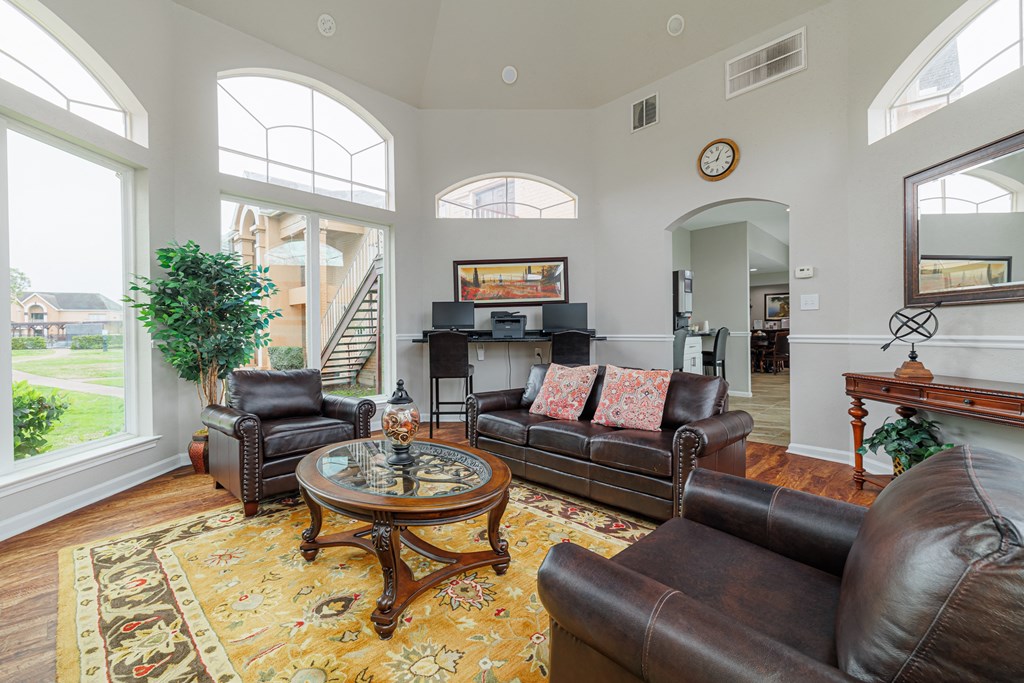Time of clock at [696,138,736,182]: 12:43
